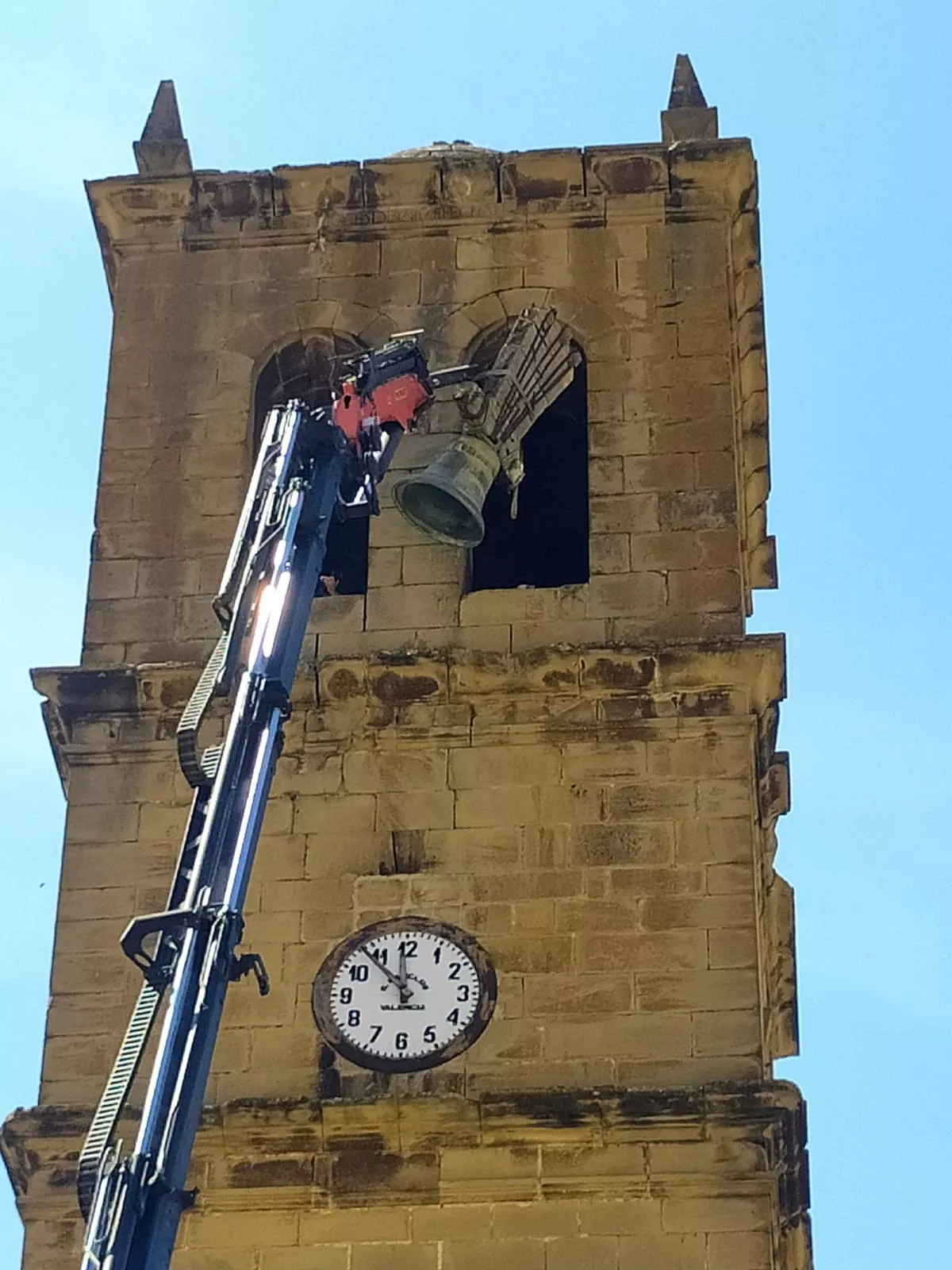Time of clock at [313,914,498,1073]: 11:53
